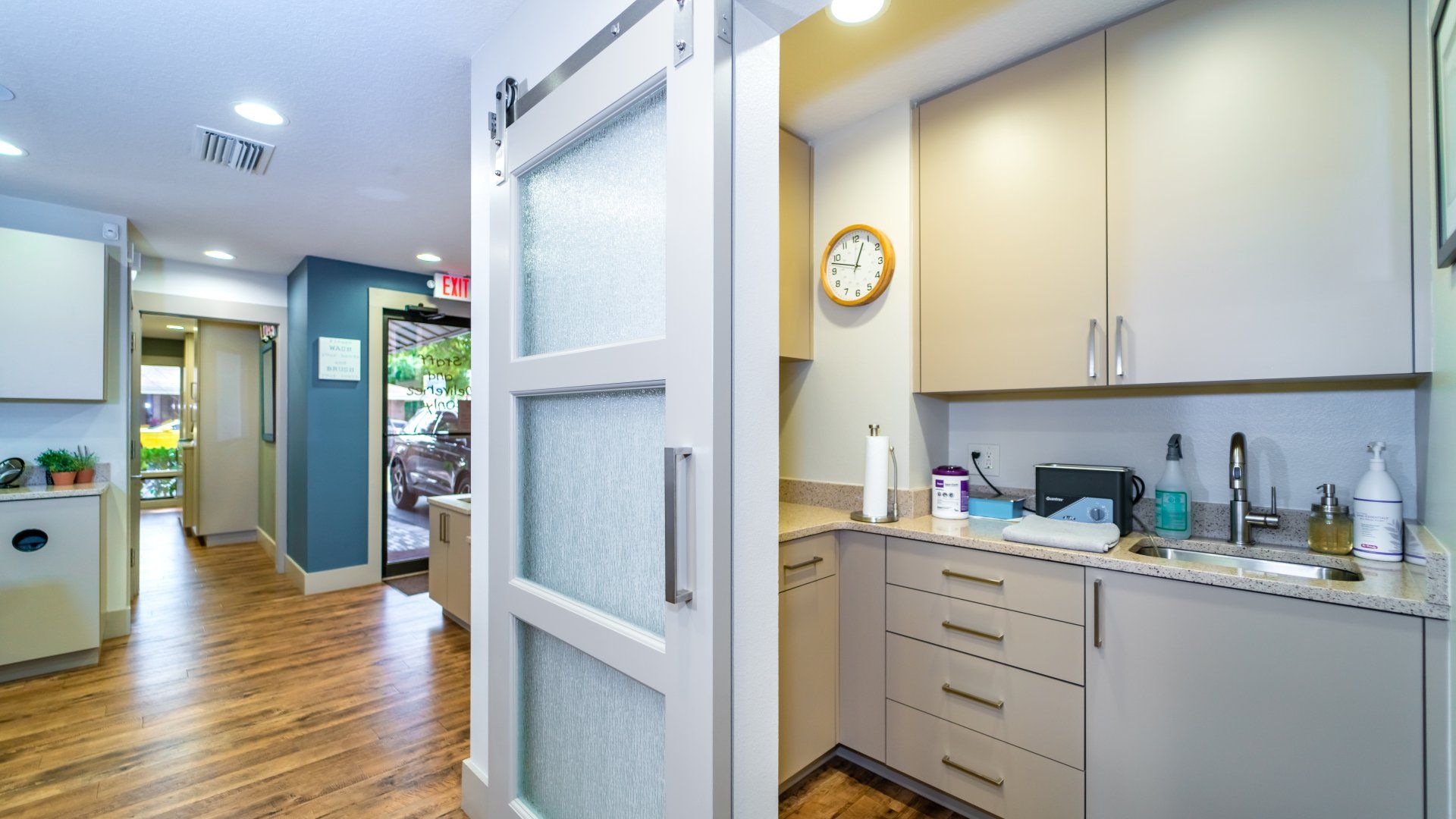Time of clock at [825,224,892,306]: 12:47
